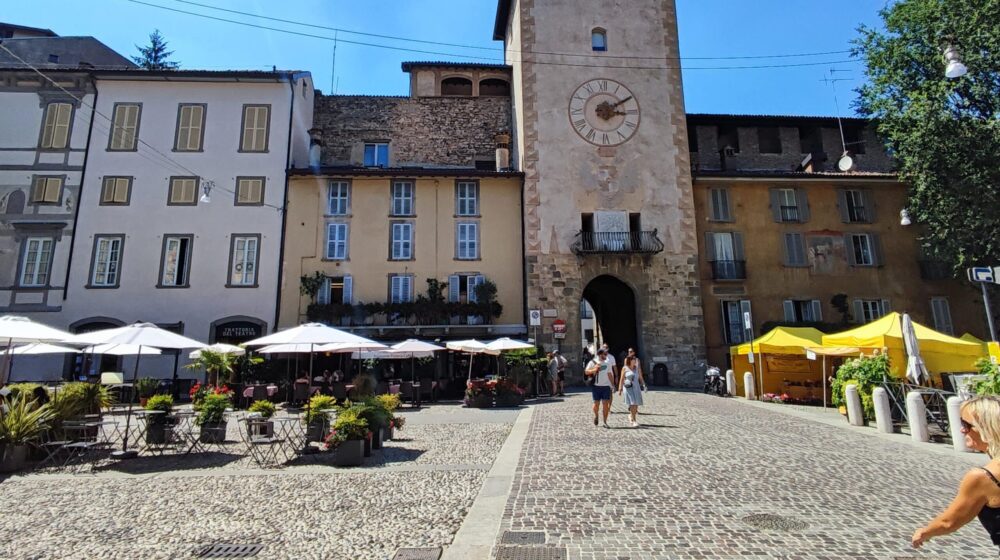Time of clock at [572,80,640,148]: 3:10
